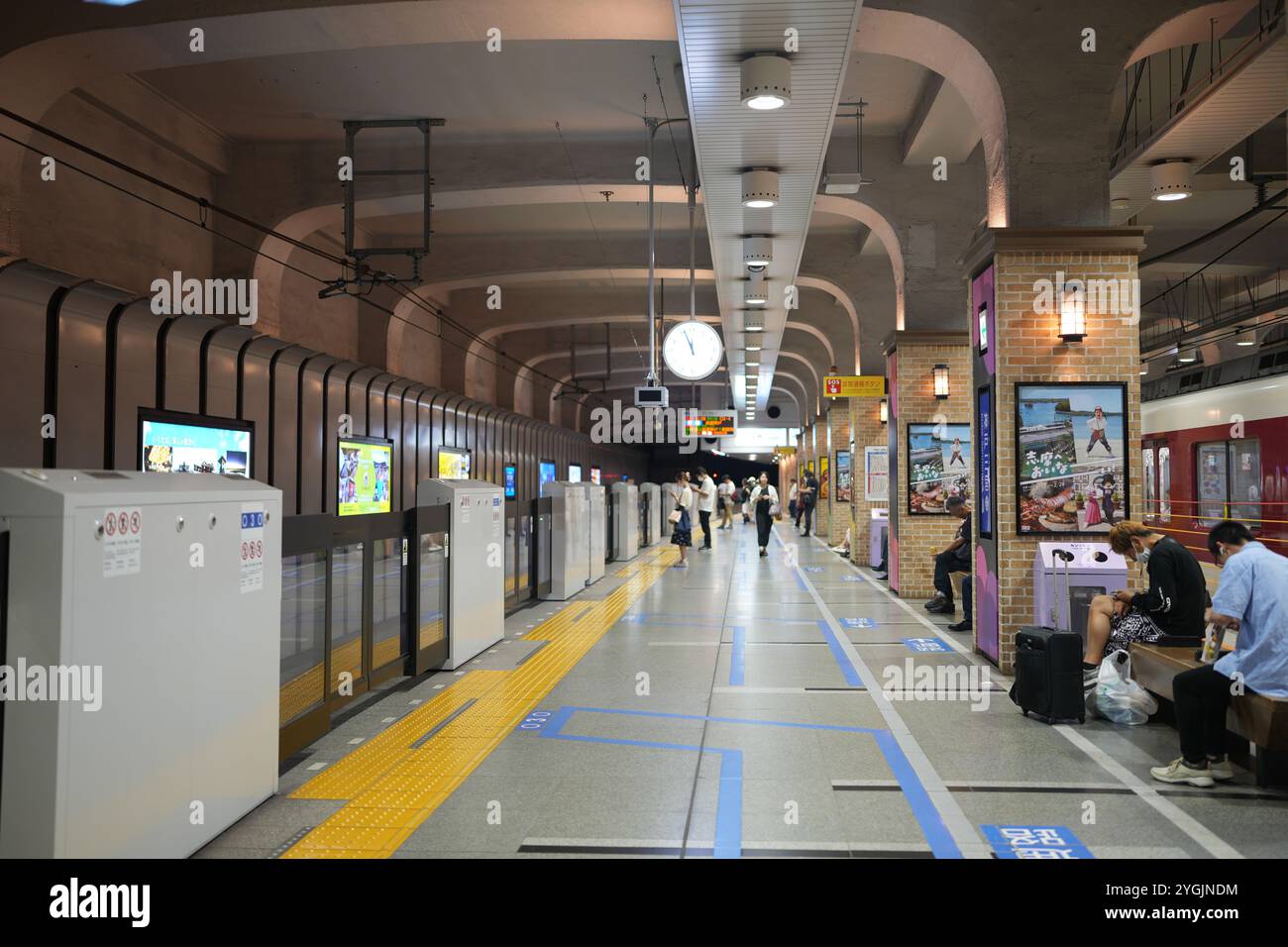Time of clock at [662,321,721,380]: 11:56
